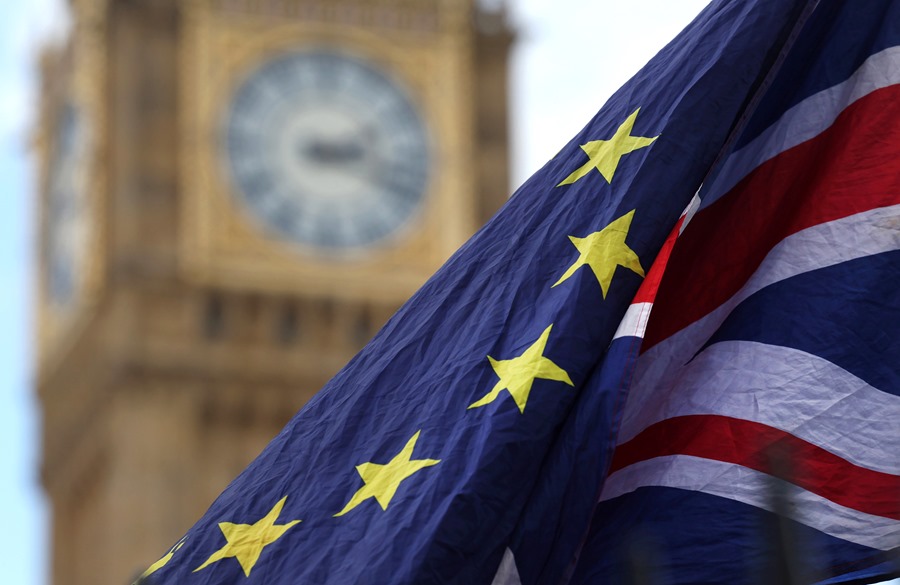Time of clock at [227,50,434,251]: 2:18
